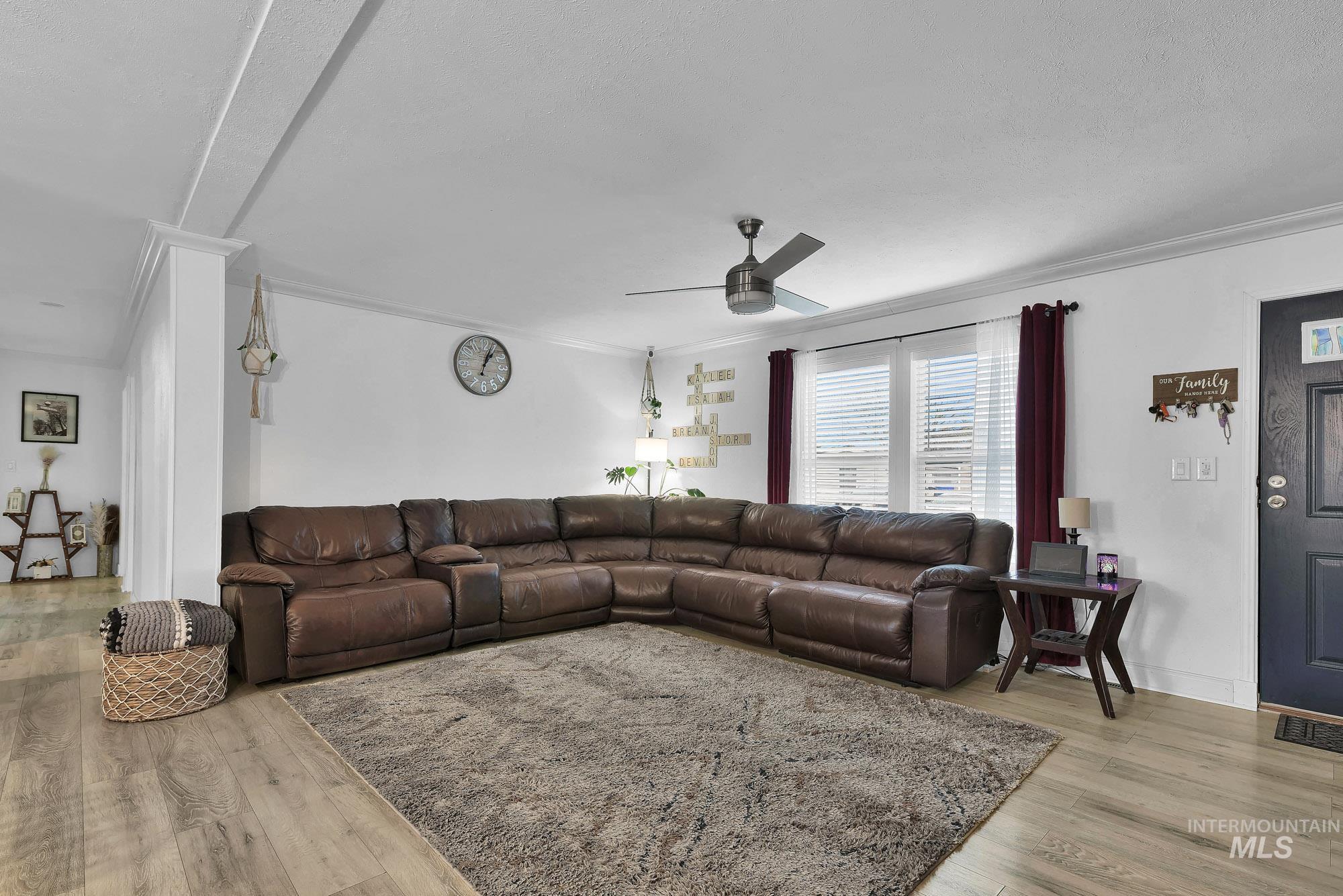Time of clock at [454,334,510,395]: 1:03
